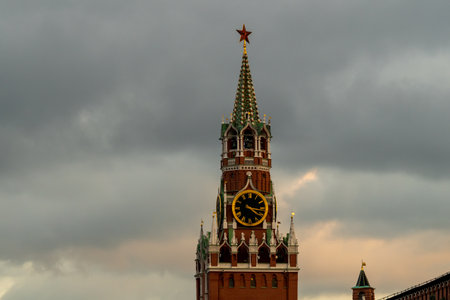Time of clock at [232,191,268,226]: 4:17
